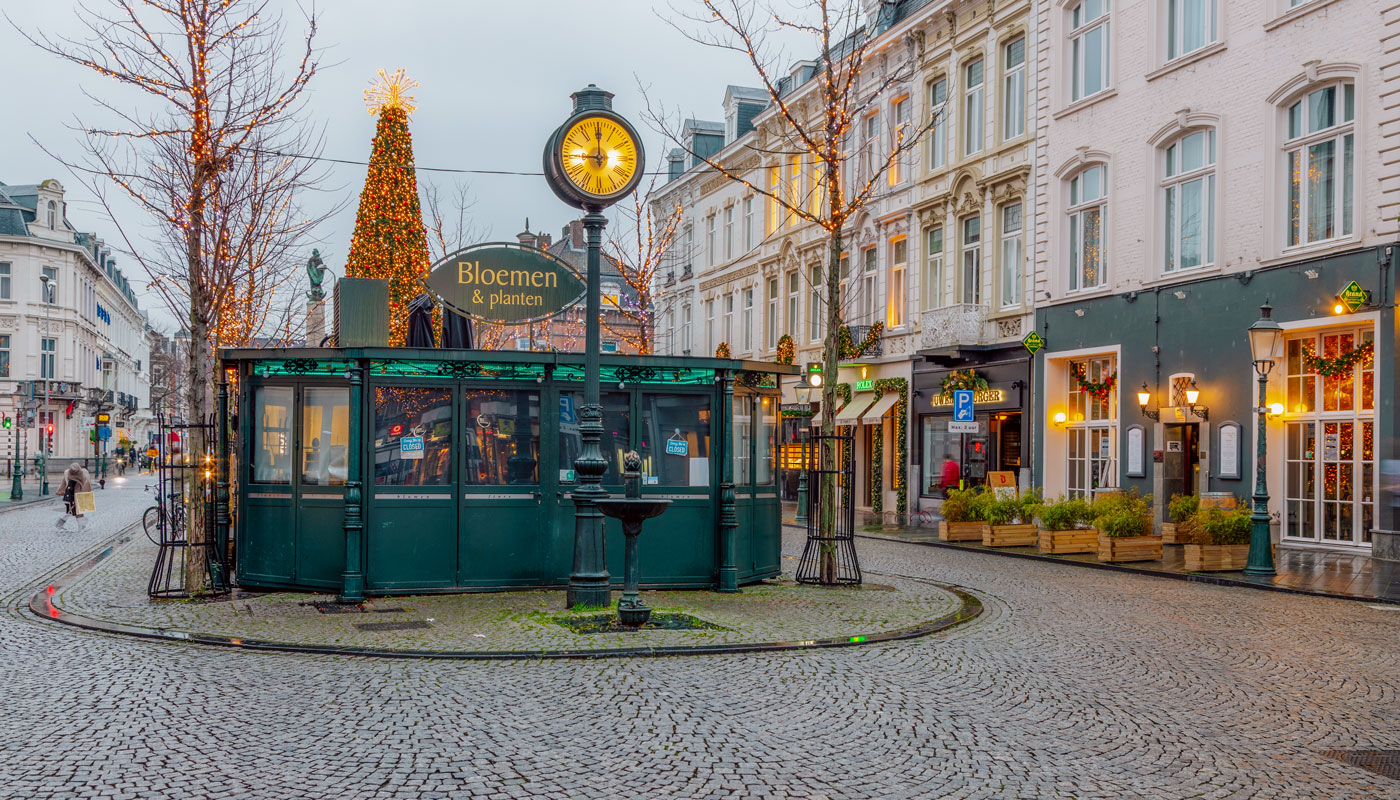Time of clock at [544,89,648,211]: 9:00
